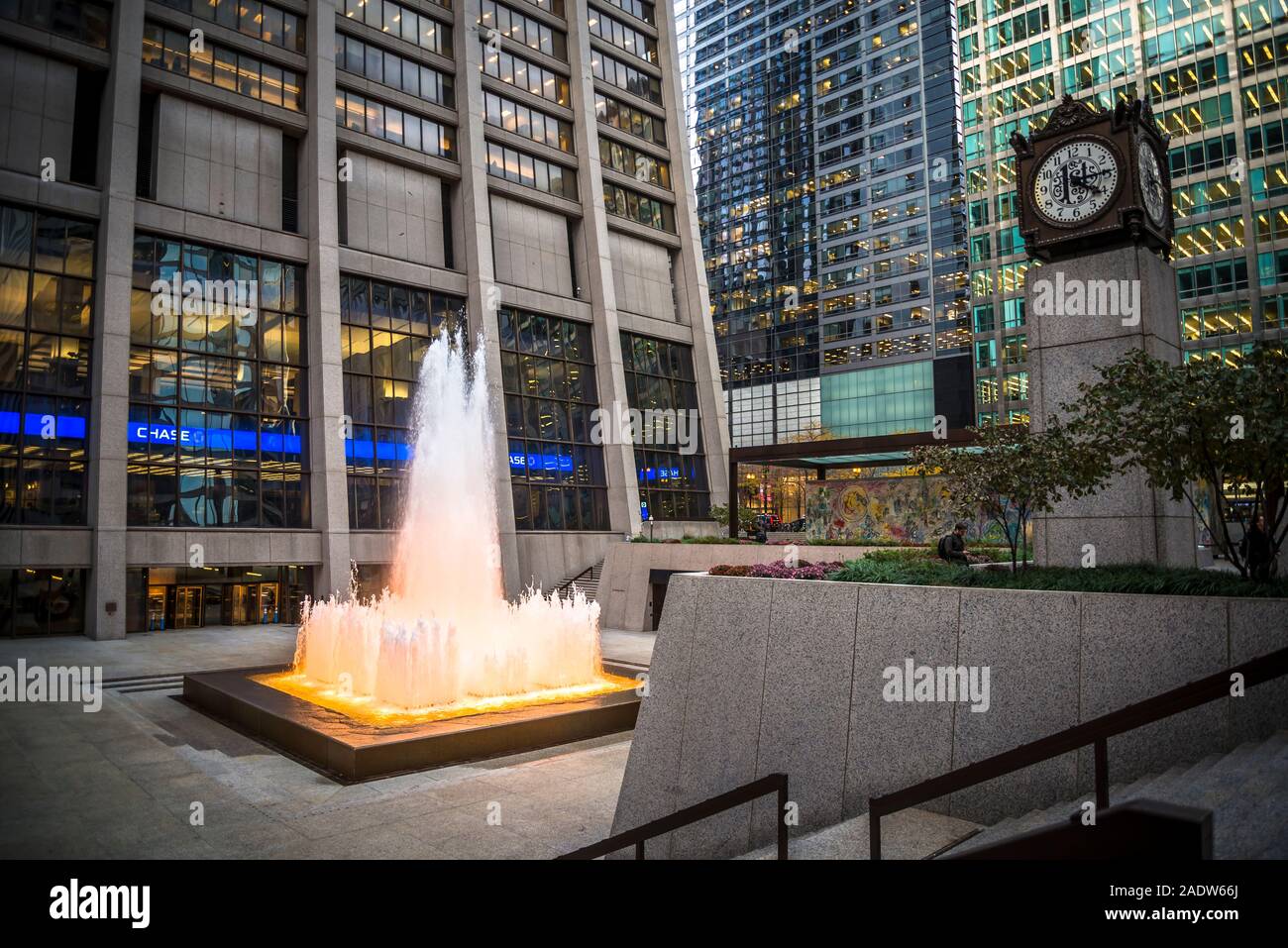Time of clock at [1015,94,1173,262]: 4:14
